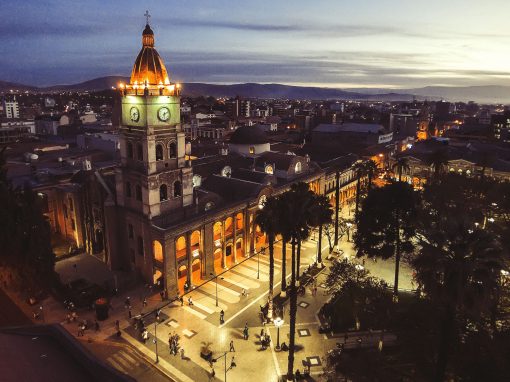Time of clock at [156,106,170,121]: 6:10
